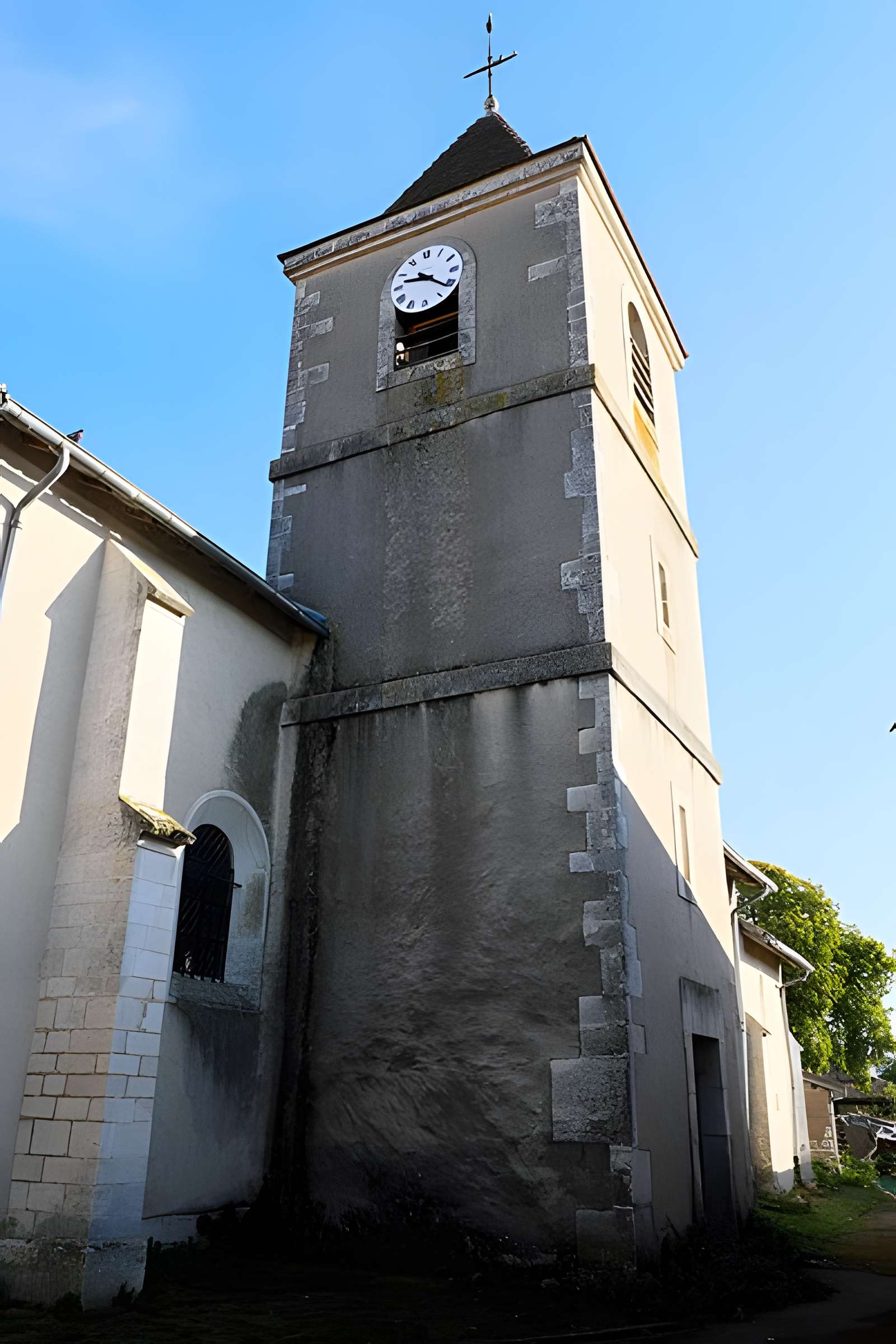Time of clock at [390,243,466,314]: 9:21
